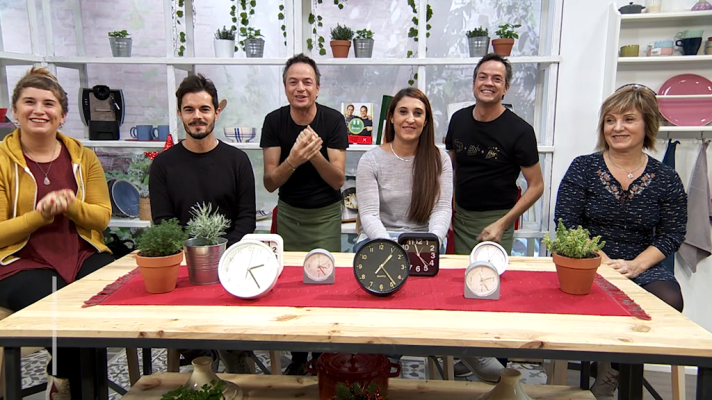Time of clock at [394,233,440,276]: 11:23
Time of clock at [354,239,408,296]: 1:23
